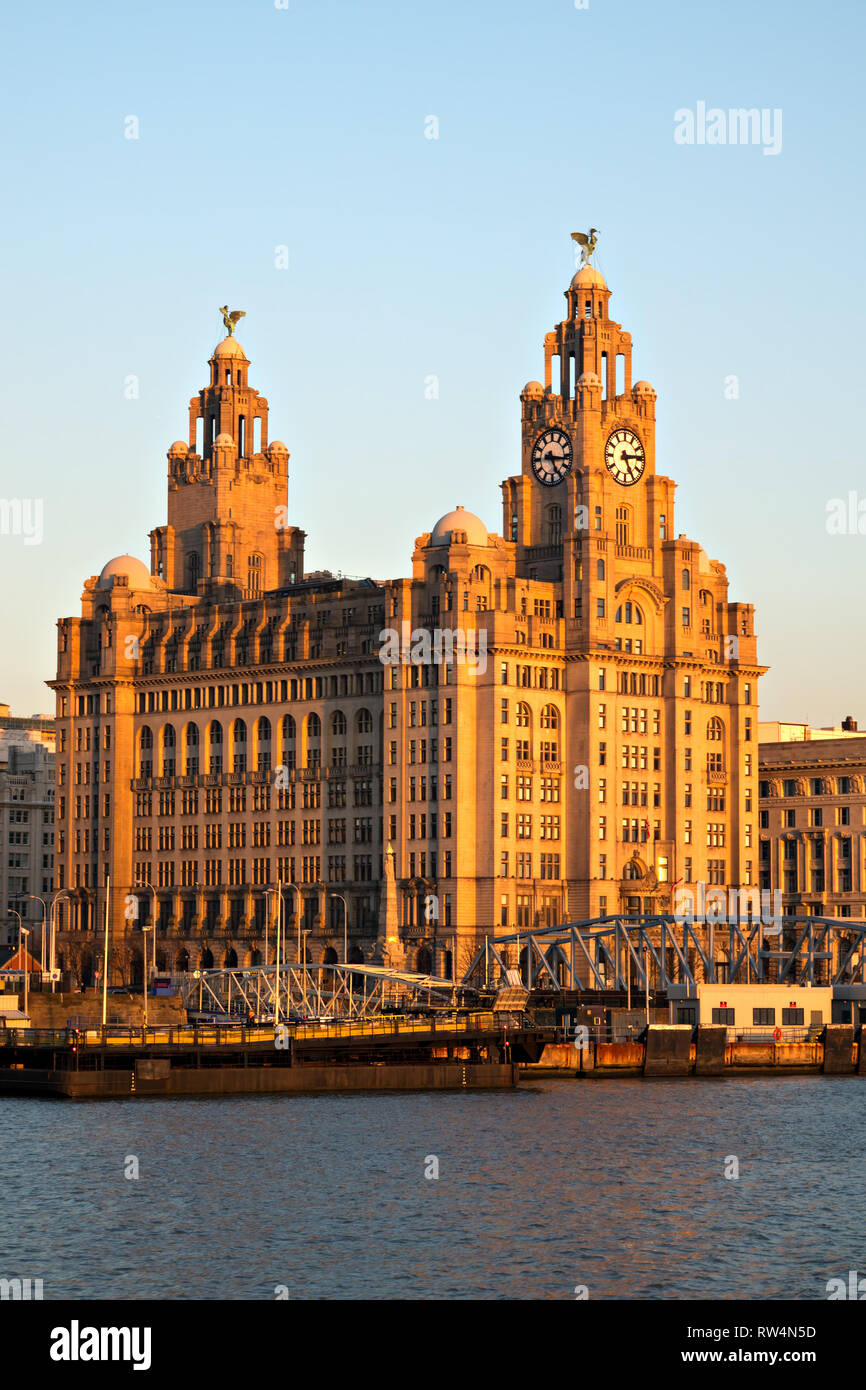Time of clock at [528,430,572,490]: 5:16
